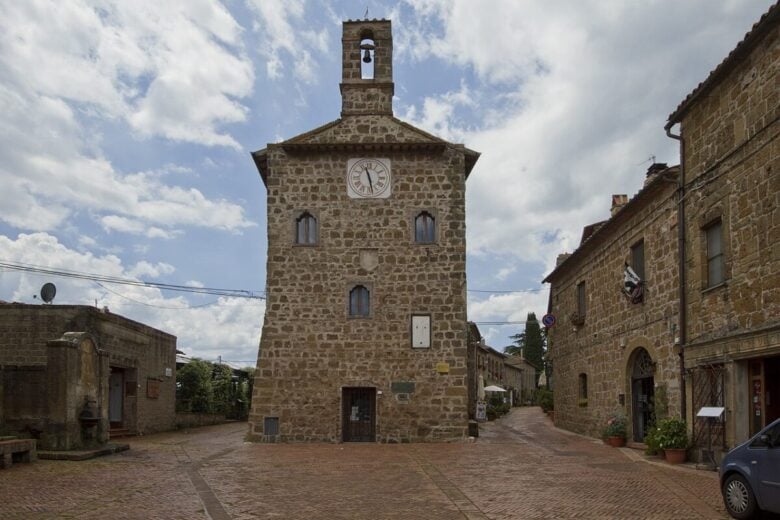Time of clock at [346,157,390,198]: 11:28
